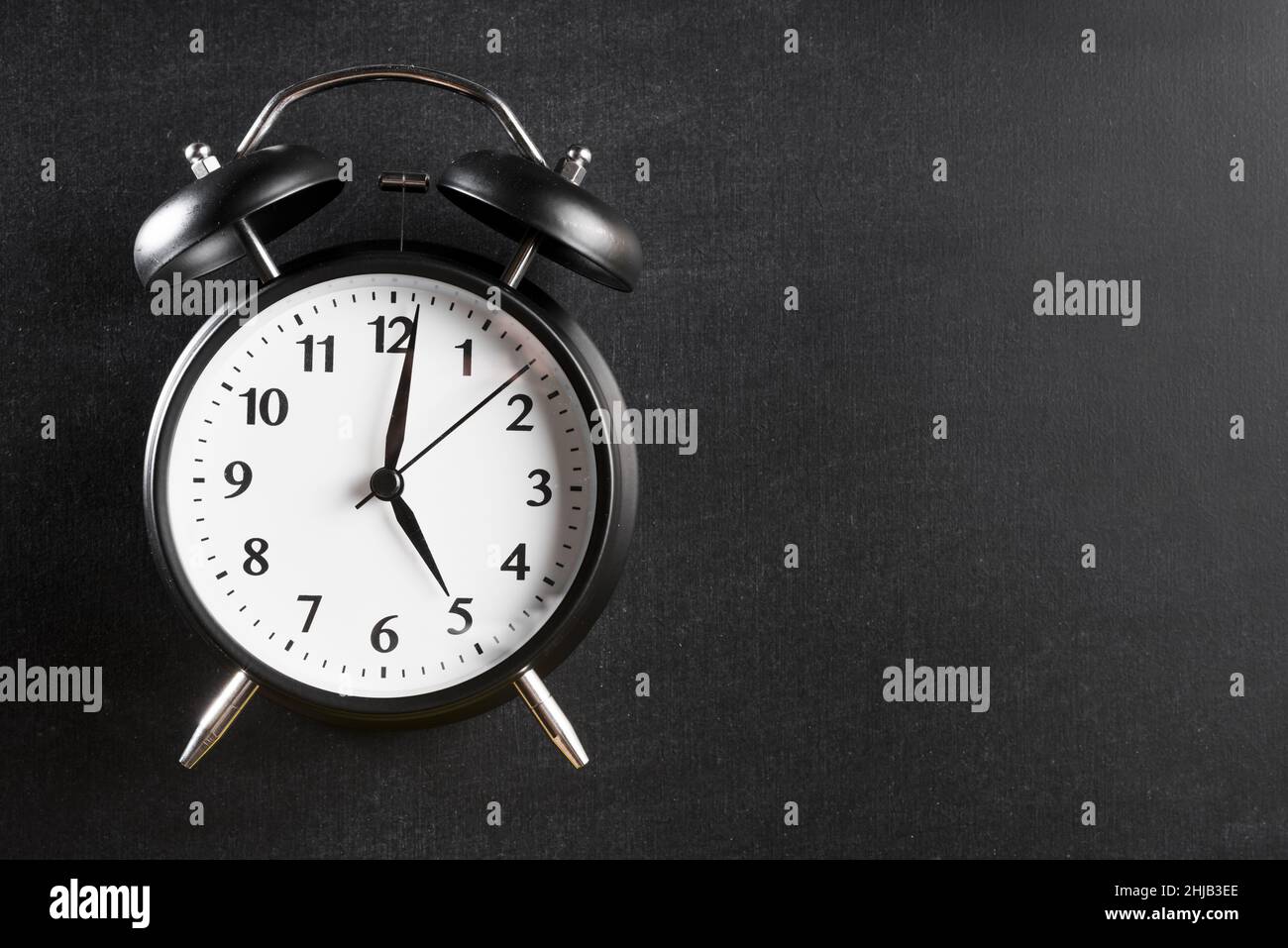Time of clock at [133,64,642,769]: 5:01
